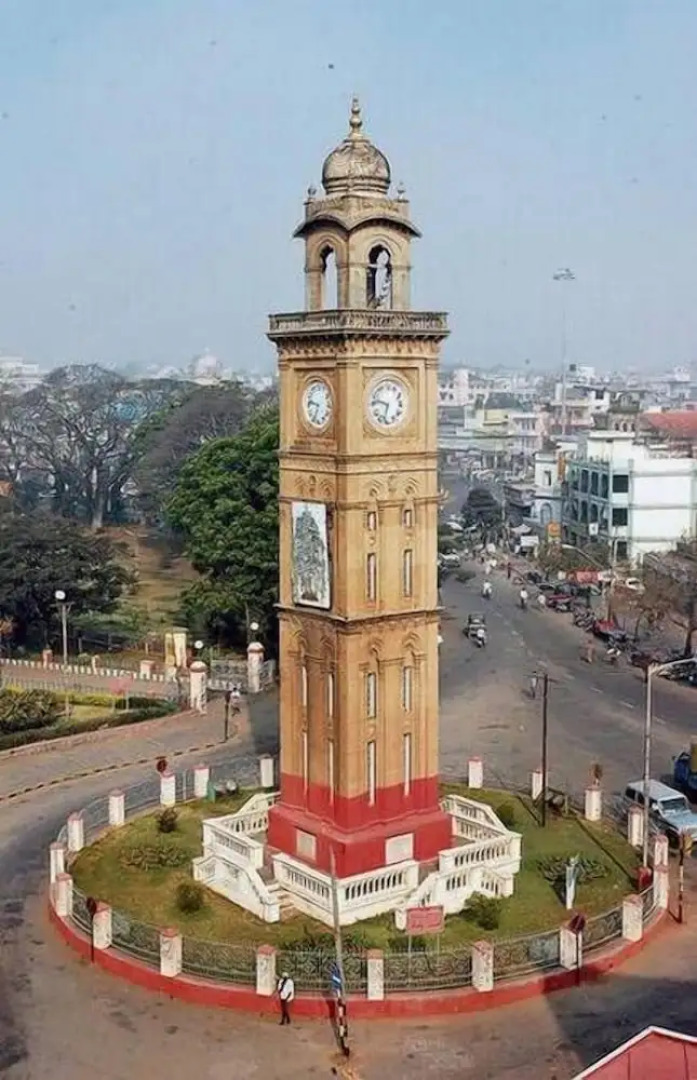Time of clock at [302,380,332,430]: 9:34
